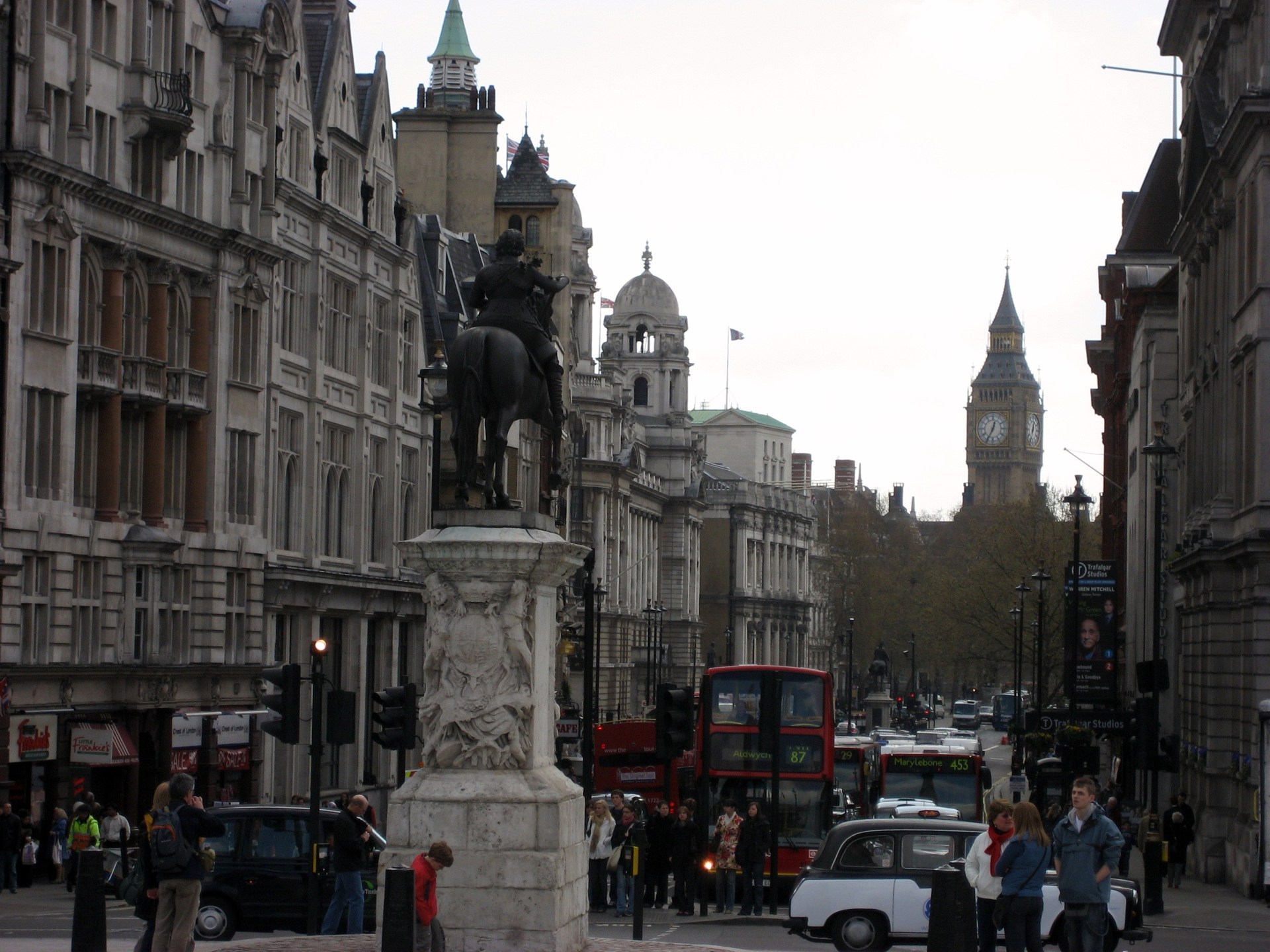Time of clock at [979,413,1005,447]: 12:34
